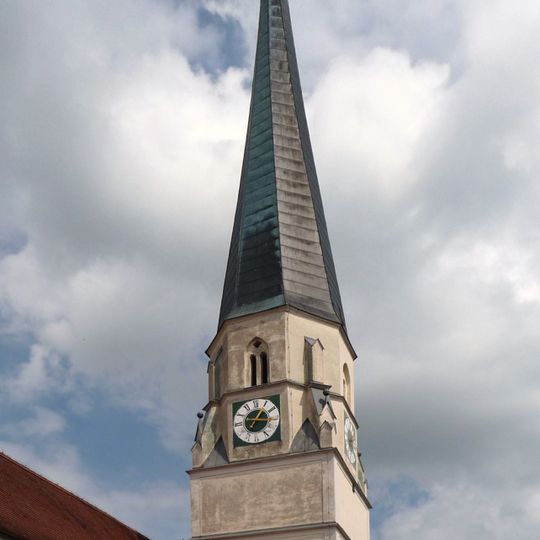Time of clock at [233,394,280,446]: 1:16
